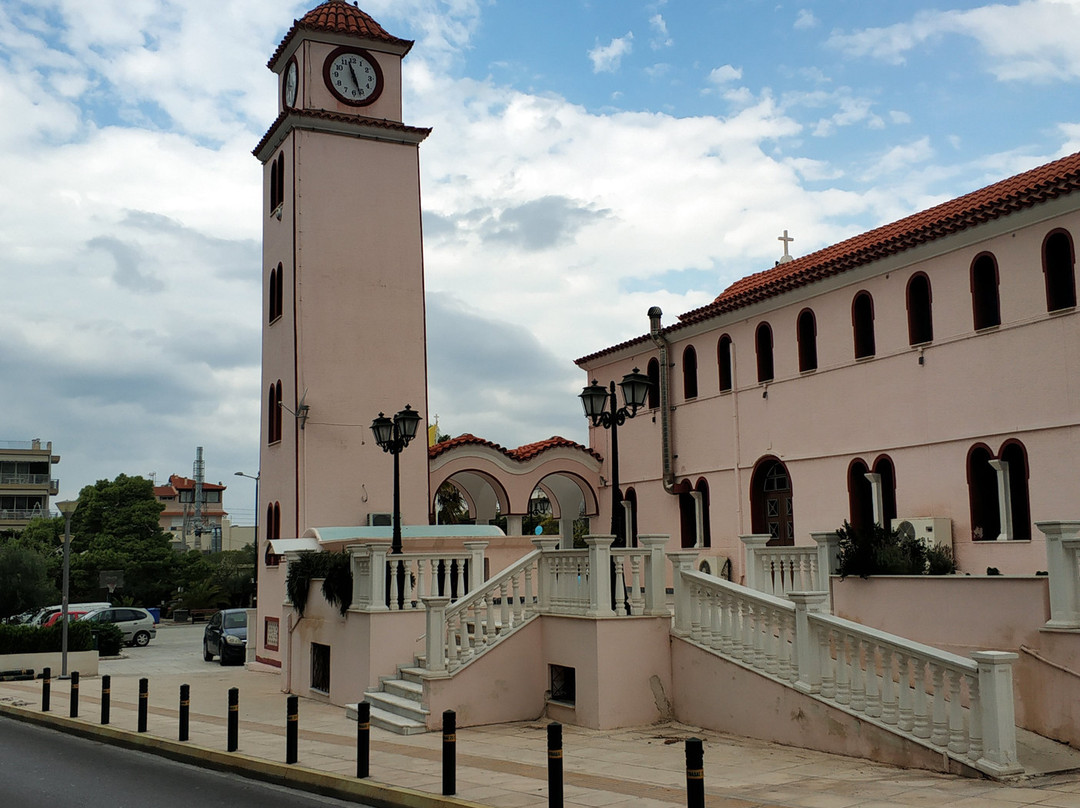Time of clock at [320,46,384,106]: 11:26
